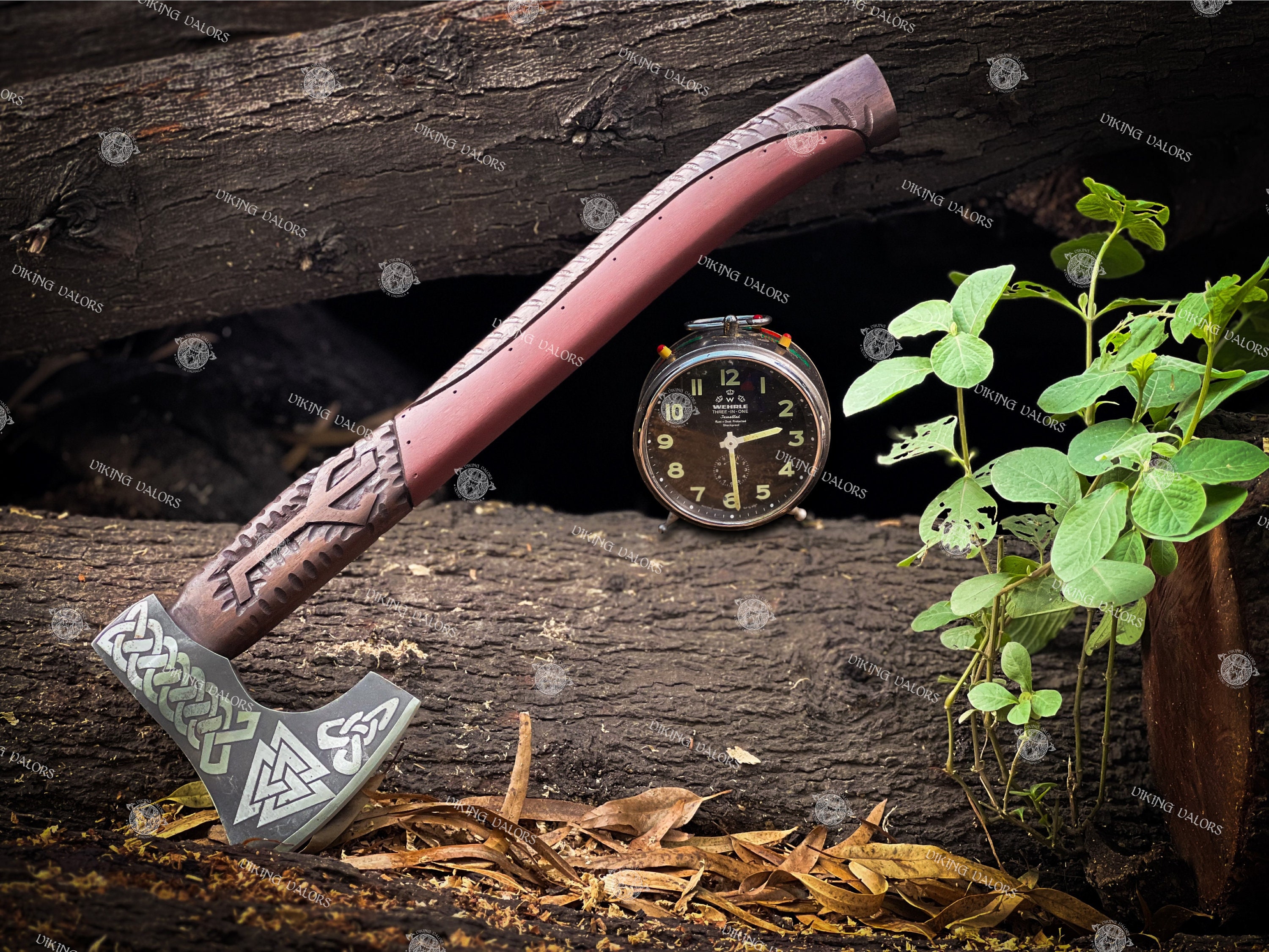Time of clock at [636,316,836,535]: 2:29
